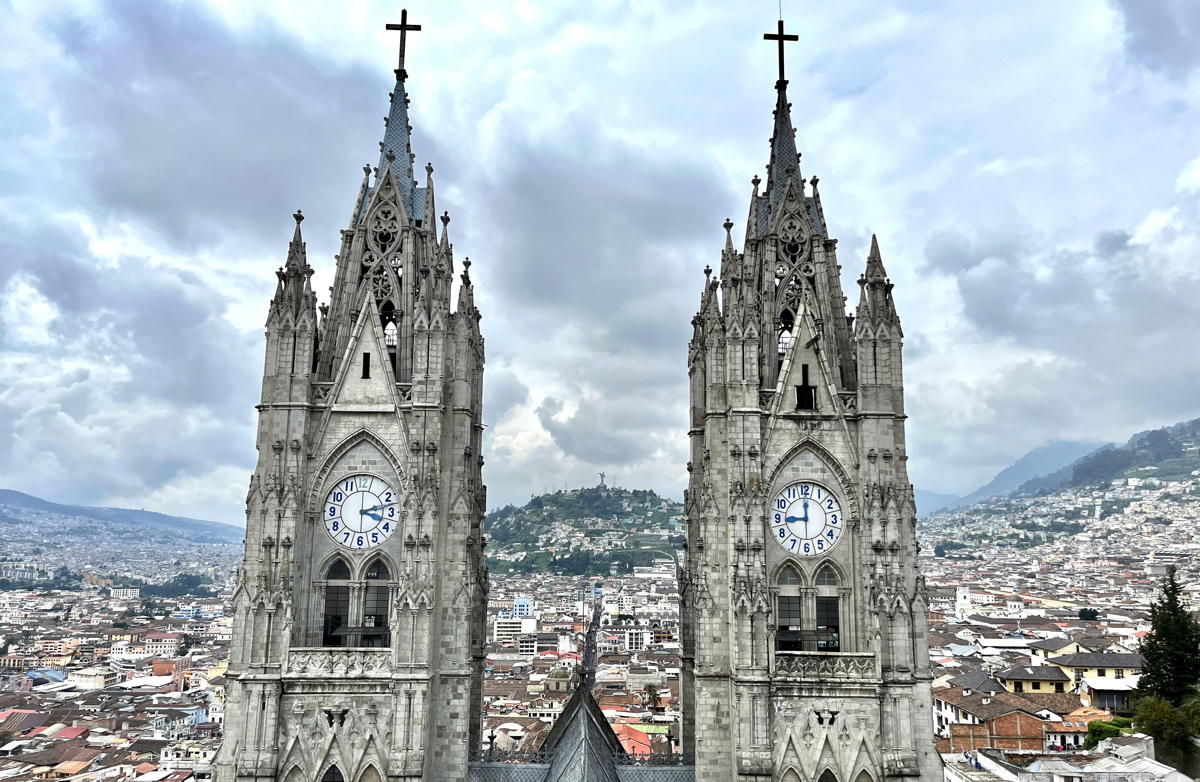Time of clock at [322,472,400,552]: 3:12
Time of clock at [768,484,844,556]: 8:59
